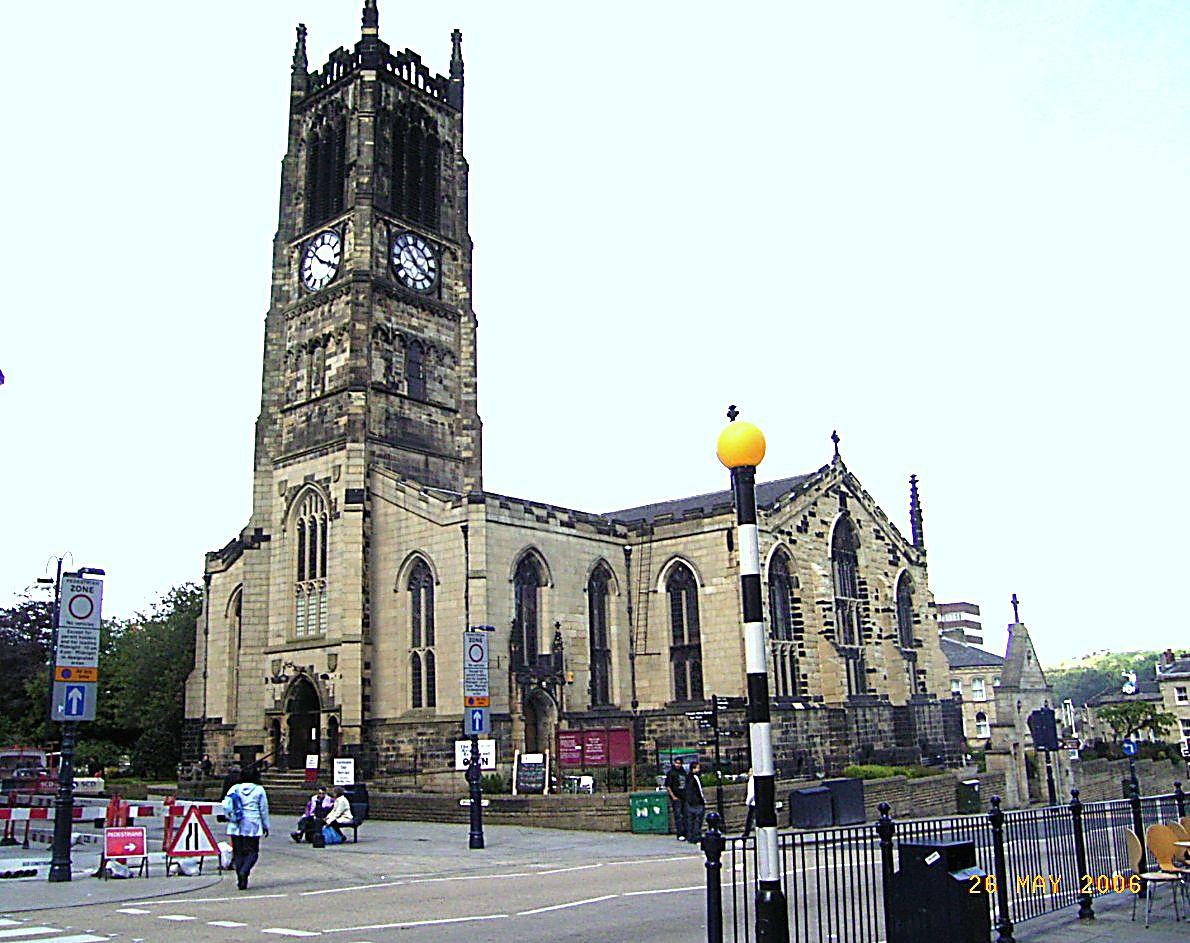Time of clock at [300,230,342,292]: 3:52
